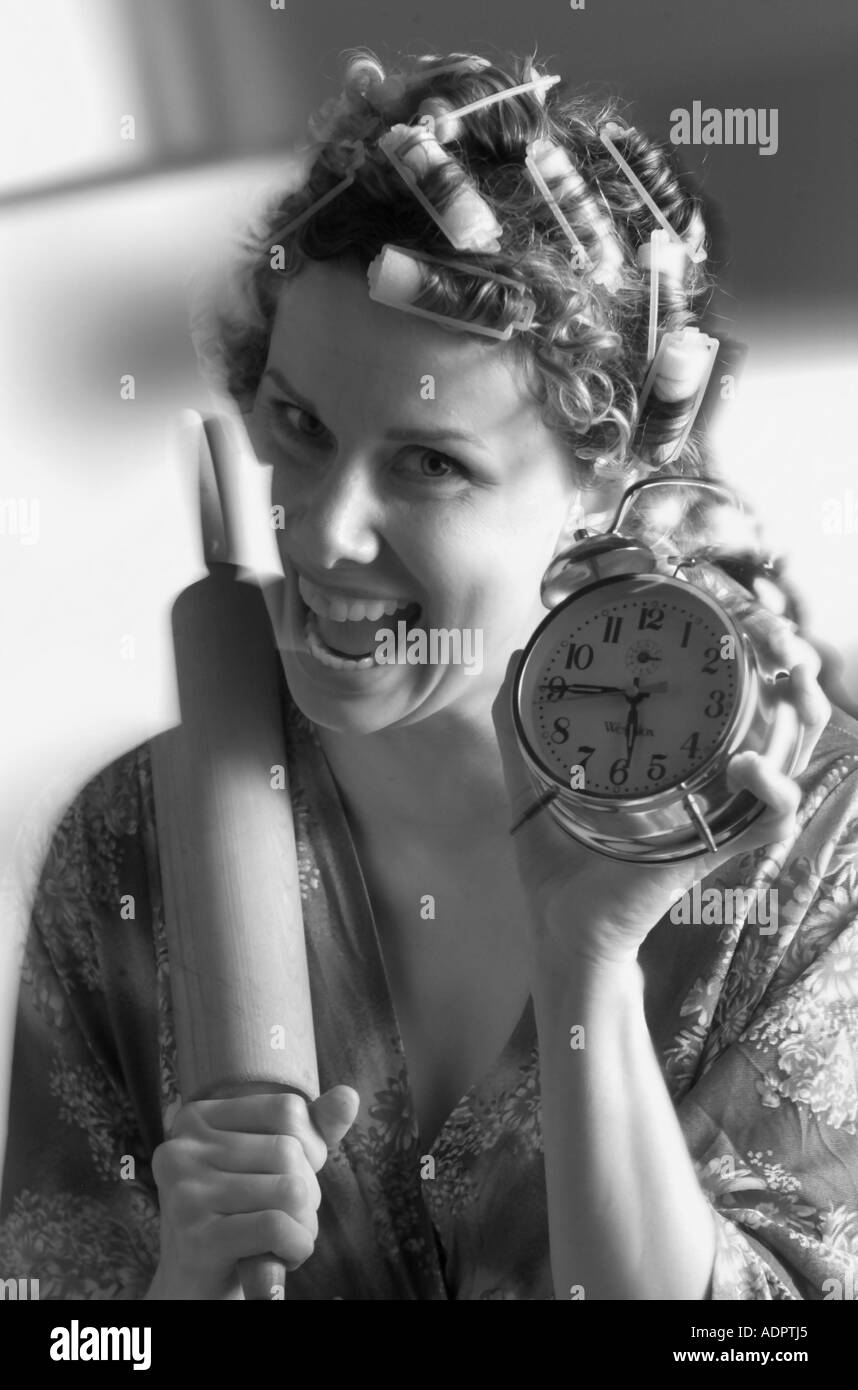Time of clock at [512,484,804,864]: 5:45
